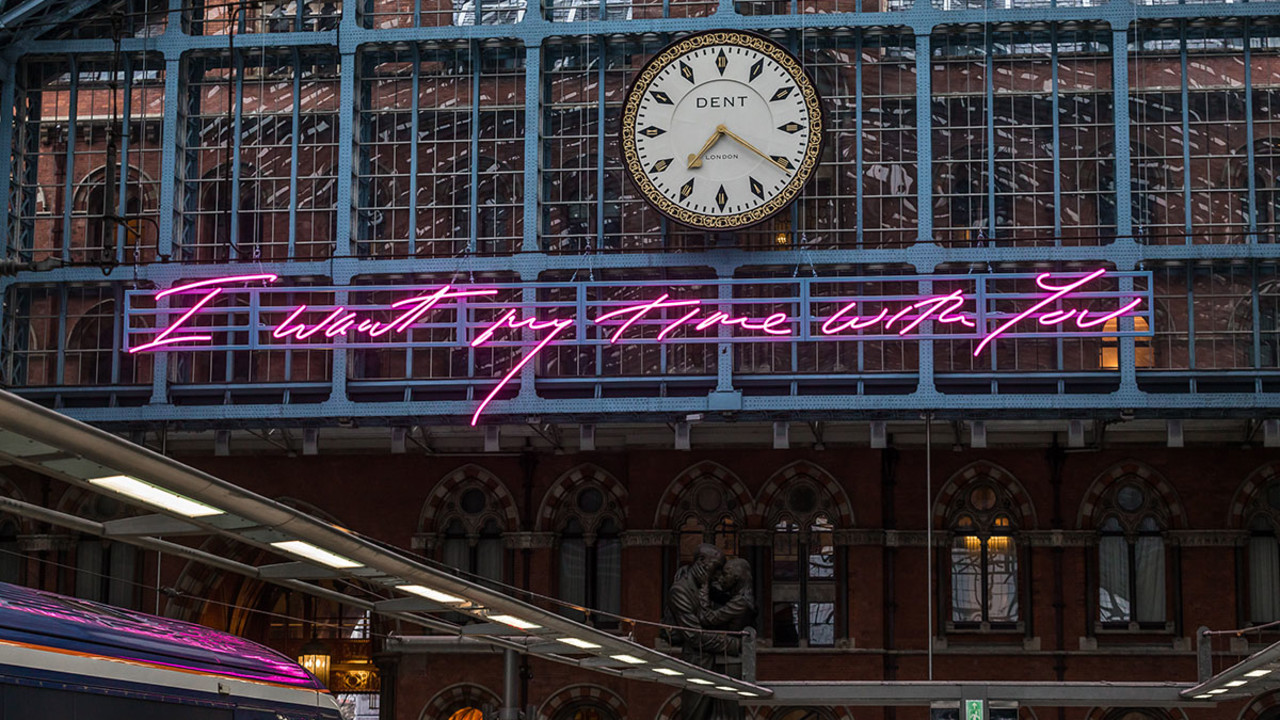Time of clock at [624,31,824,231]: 7:20
